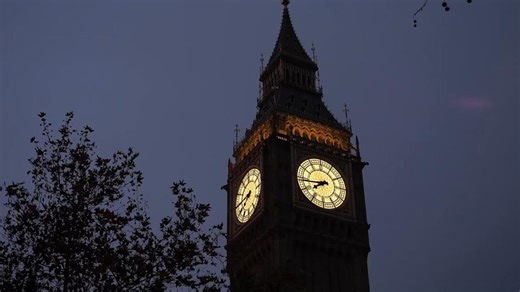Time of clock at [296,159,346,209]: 7:43
